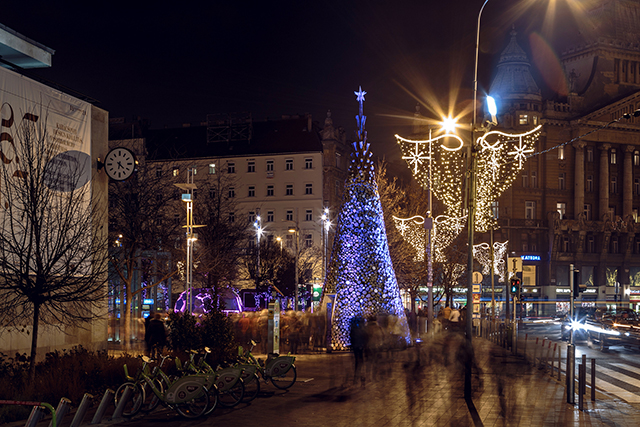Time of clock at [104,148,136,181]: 6:22
